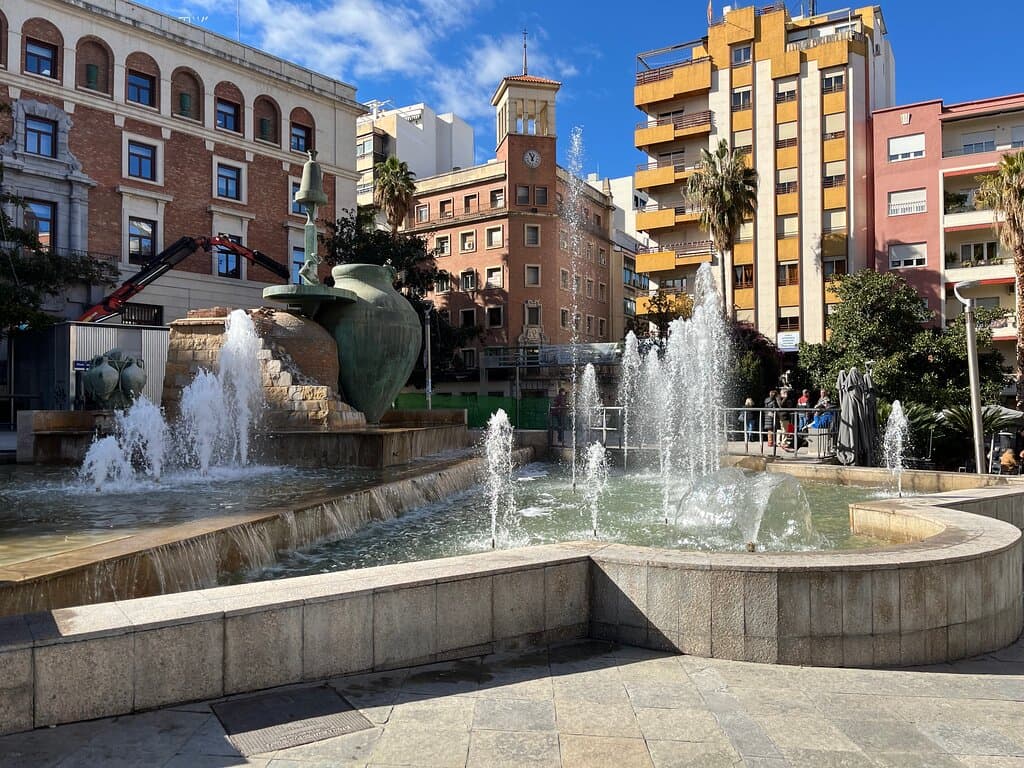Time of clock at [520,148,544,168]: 12:55
